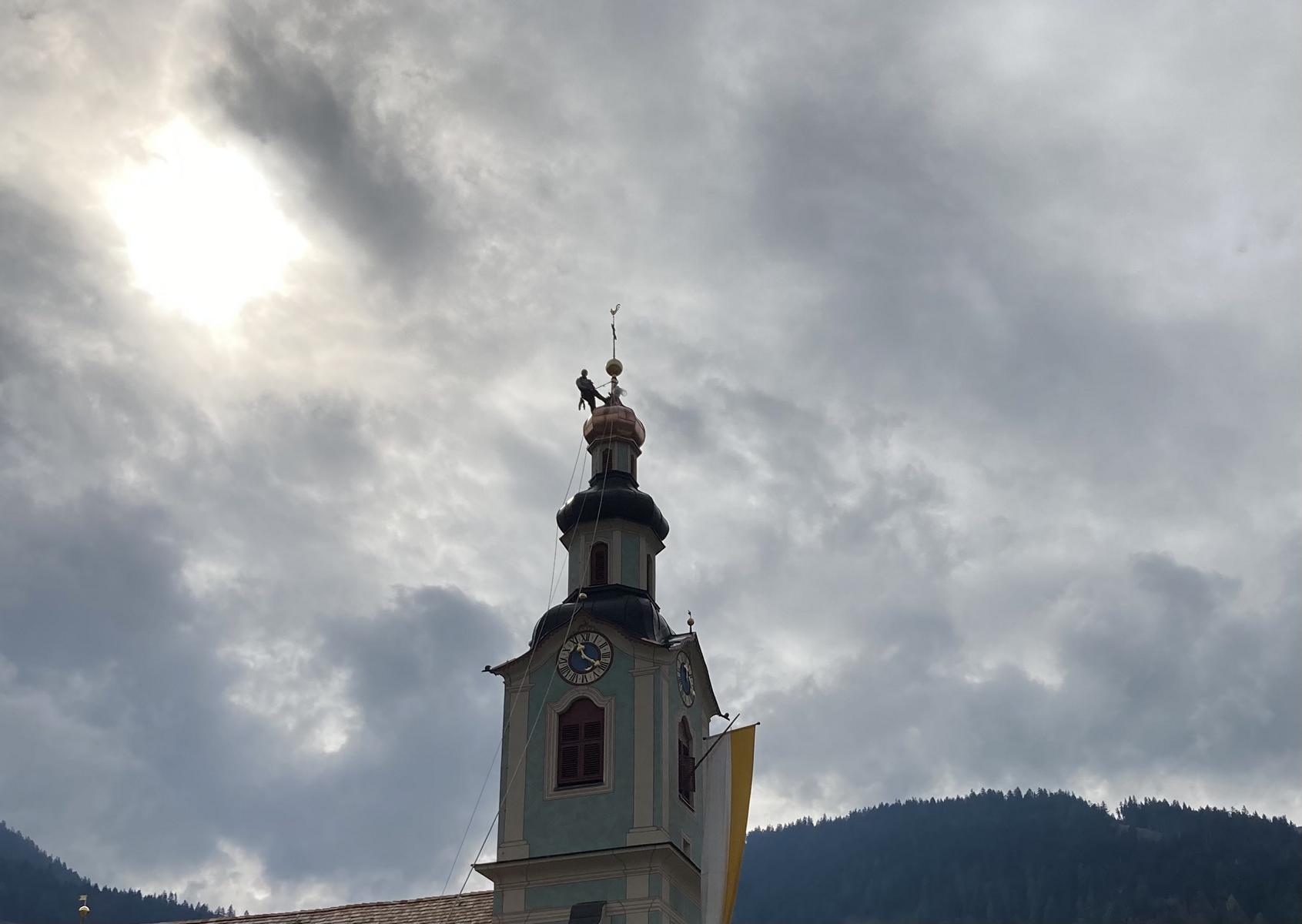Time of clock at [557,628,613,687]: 11:20
